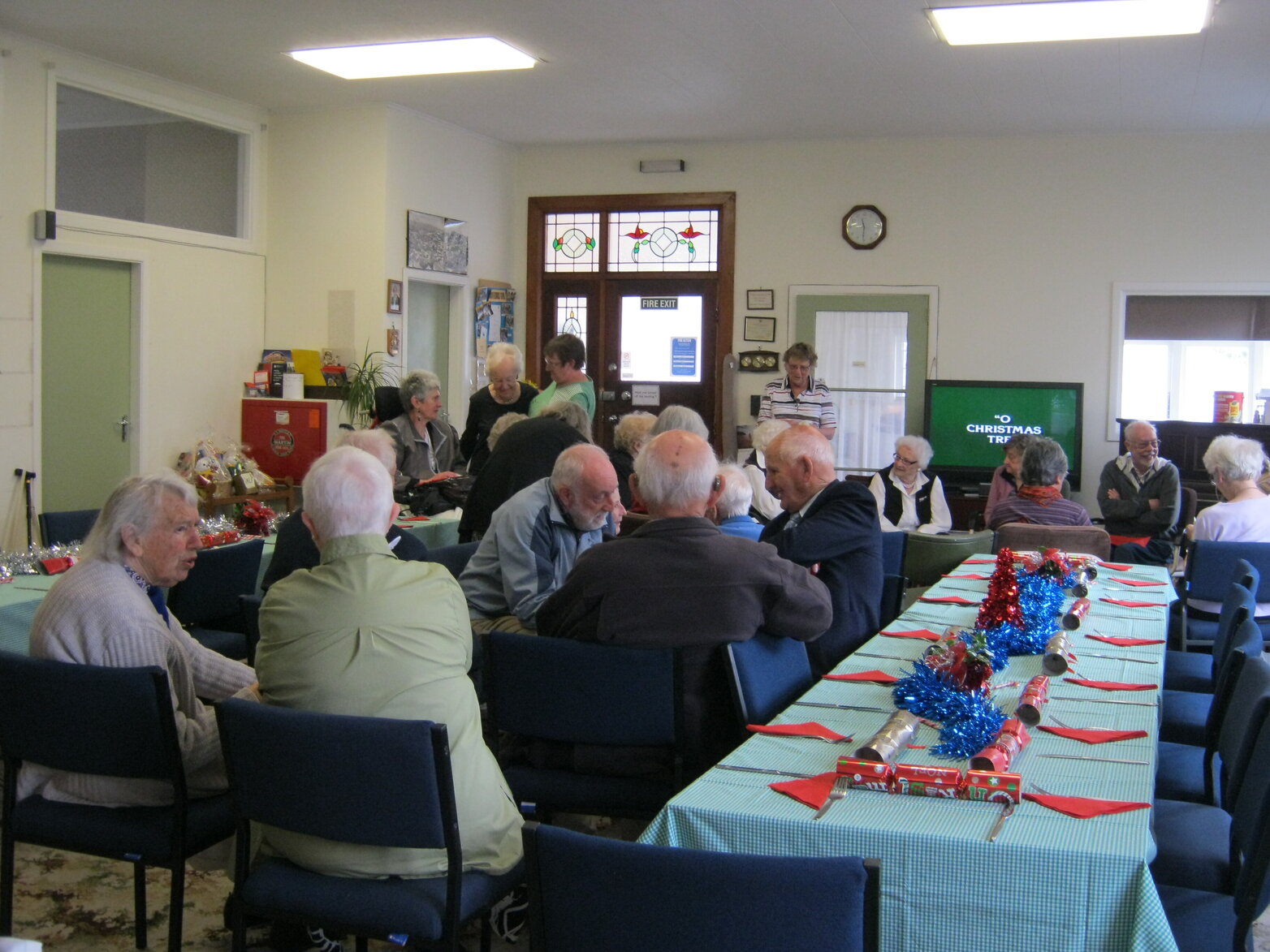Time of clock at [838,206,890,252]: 11:30
